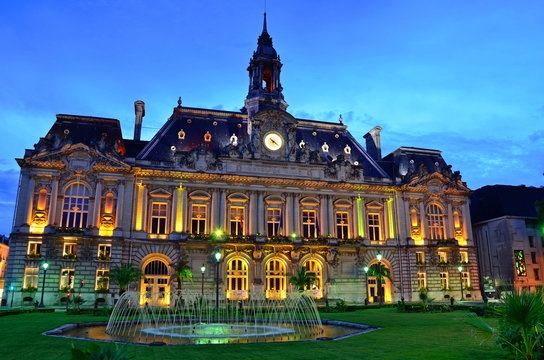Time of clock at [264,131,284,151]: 10:20
